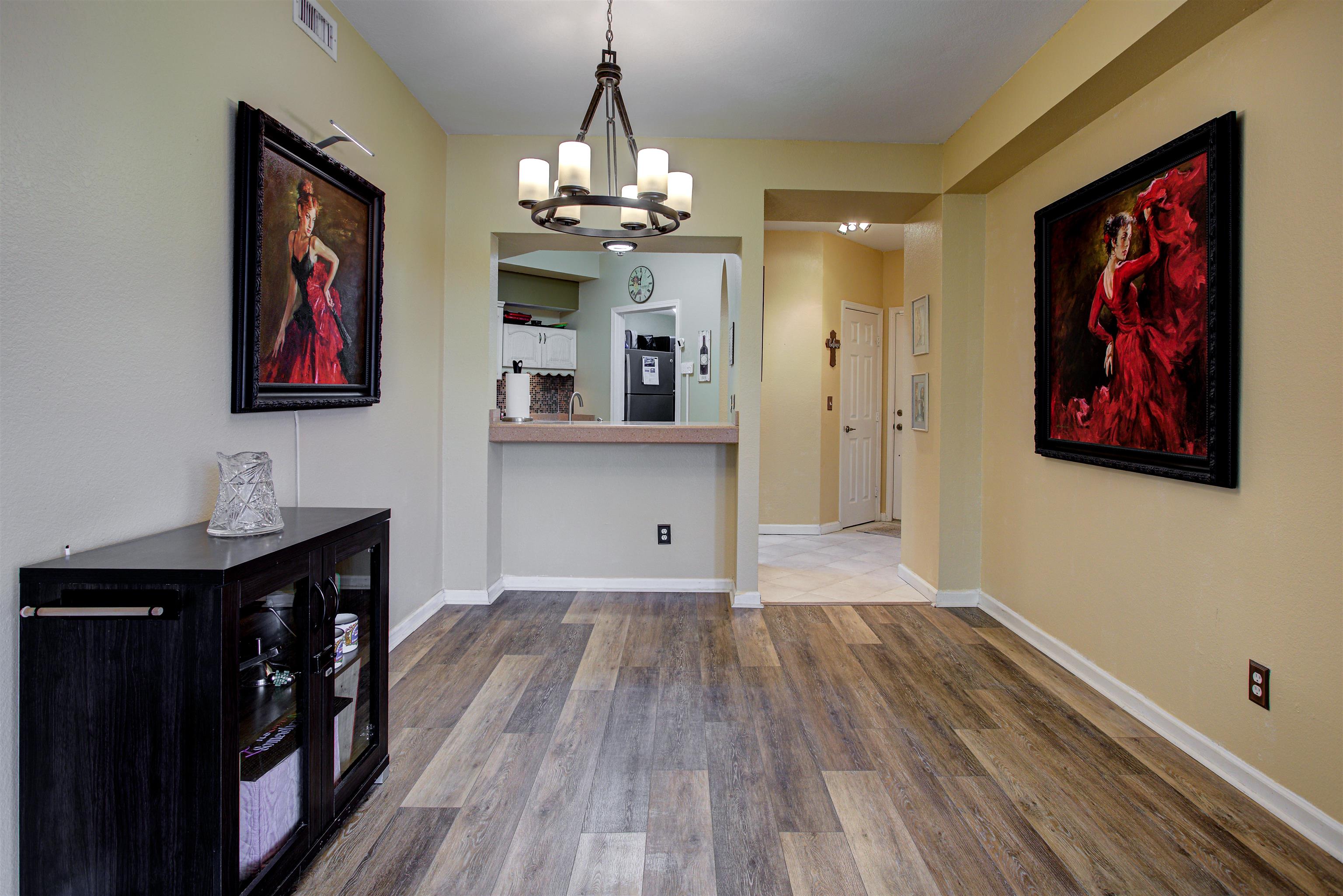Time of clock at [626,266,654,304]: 12:01
